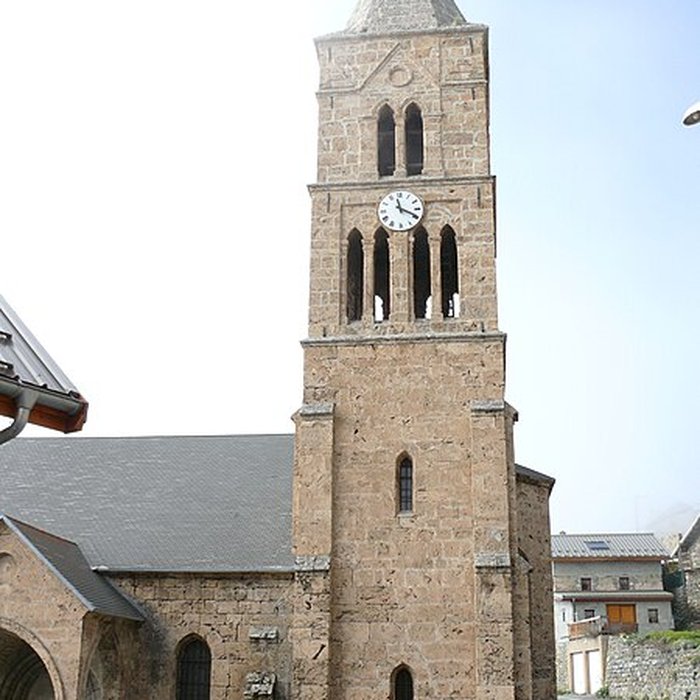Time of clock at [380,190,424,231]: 11:19
